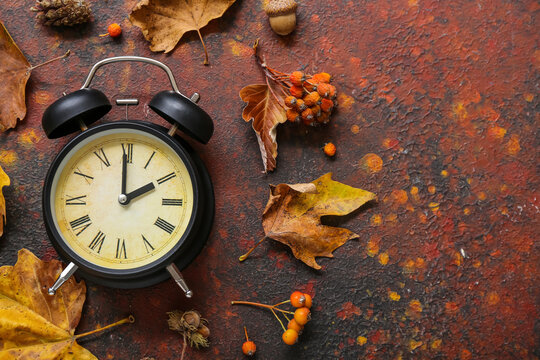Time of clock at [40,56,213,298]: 1:59
